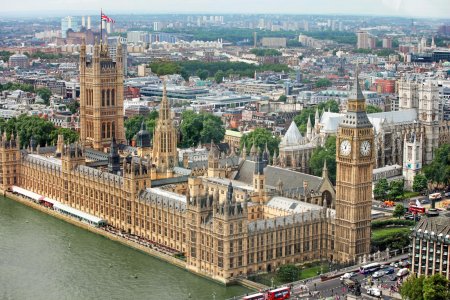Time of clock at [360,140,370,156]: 11:05
